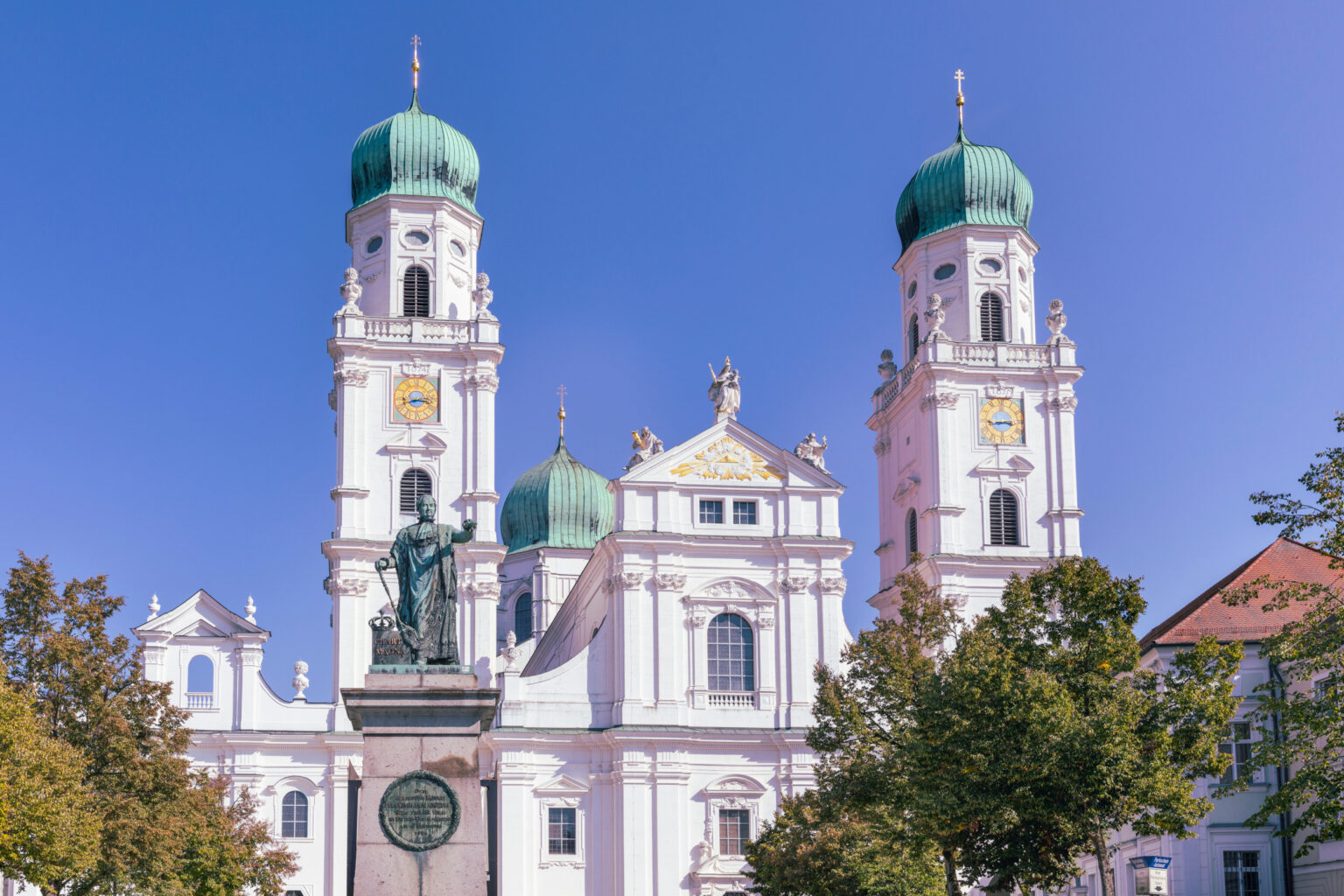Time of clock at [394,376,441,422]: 8:16
